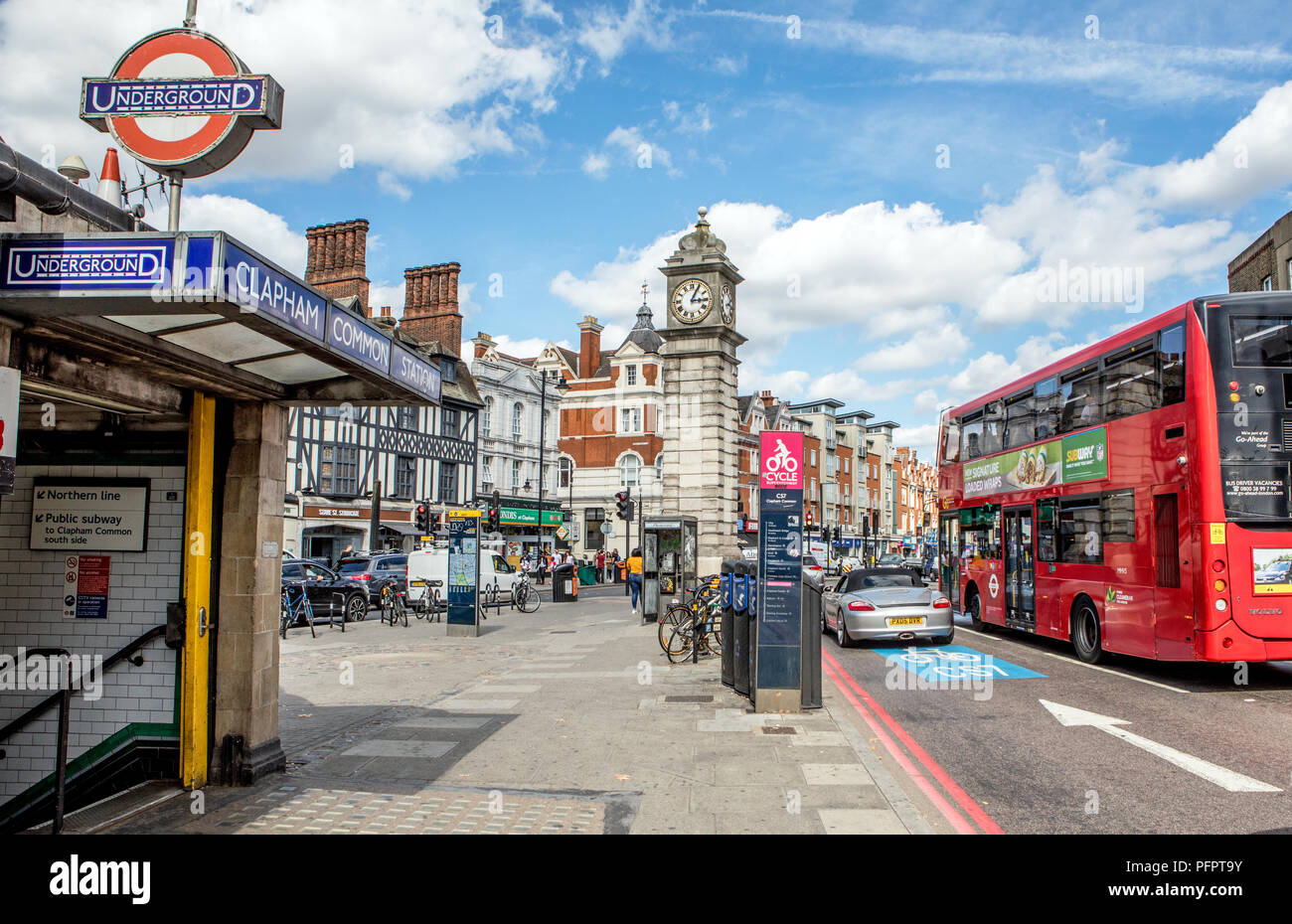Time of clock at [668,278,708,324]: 3:04
